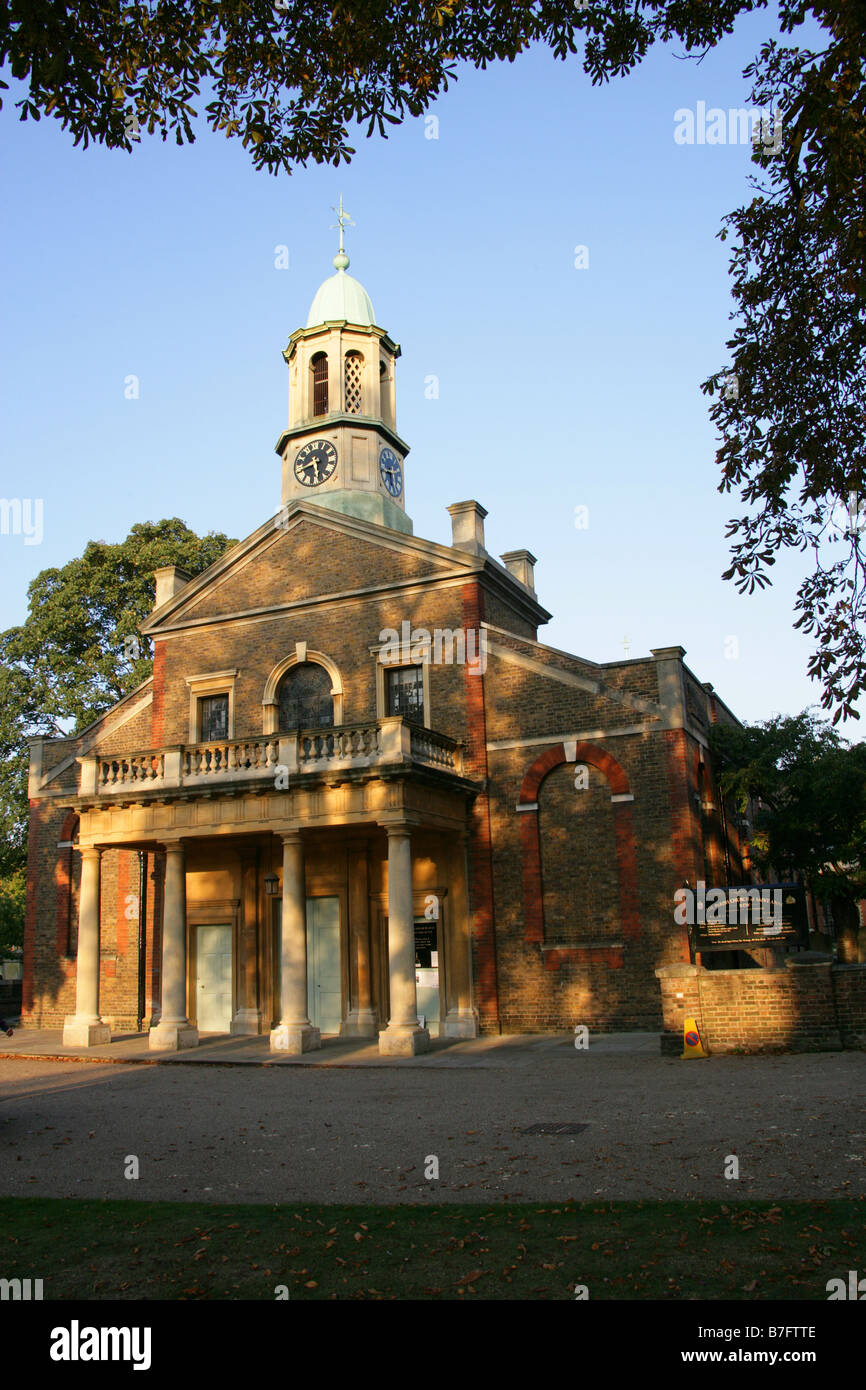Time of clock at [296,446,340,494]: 8:27
